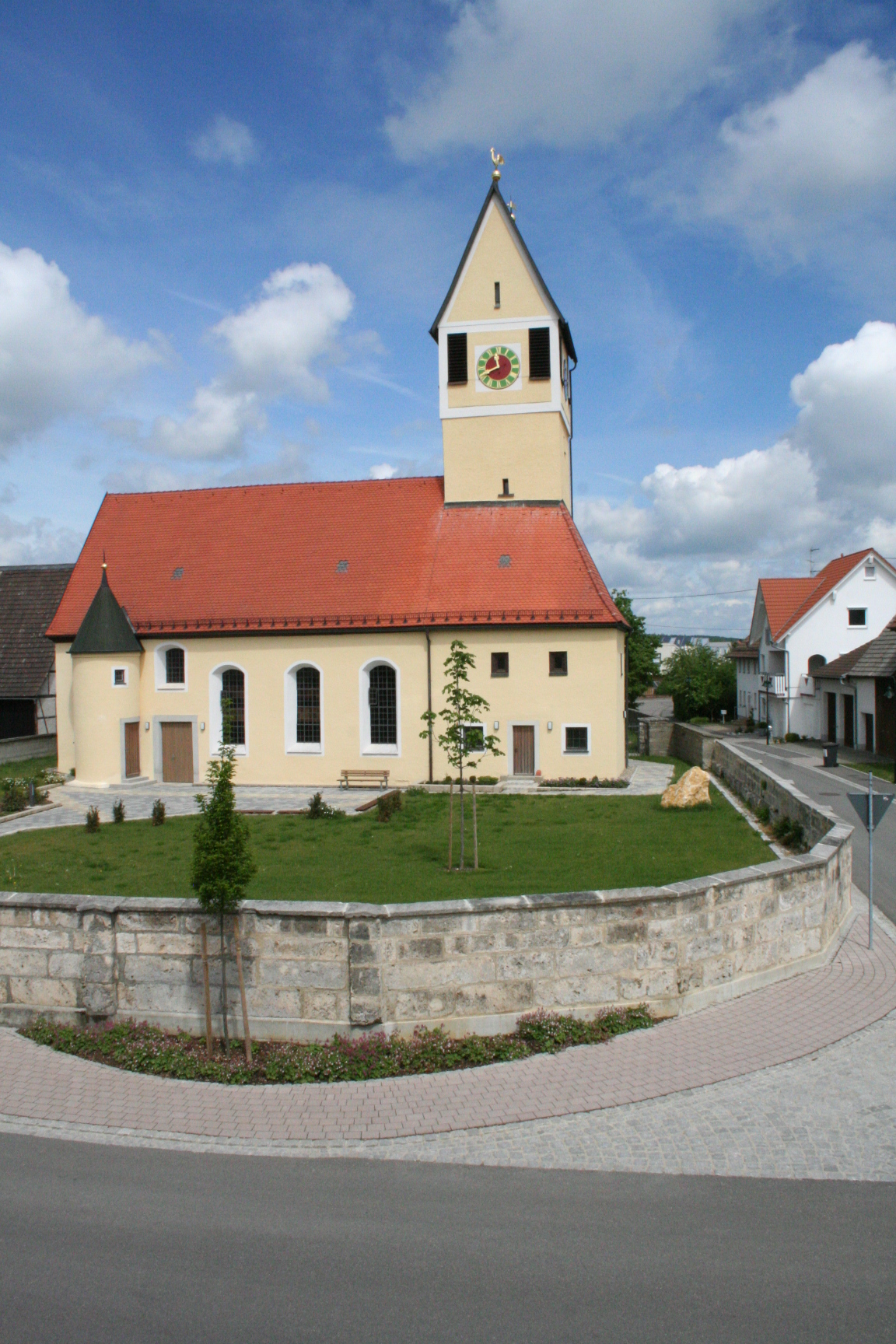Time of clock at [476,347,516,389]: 11:41
